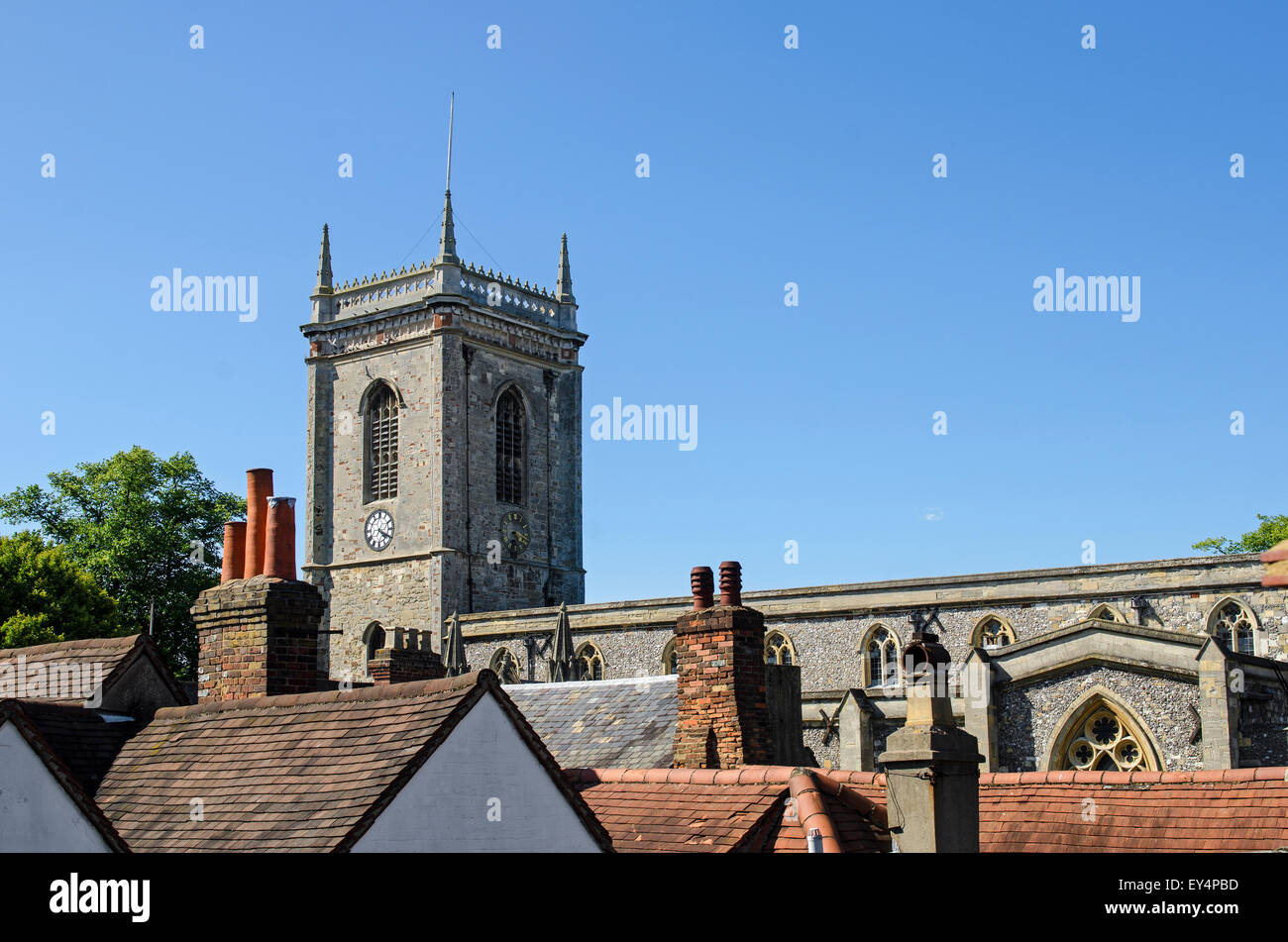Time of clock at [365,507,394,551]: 4:19
